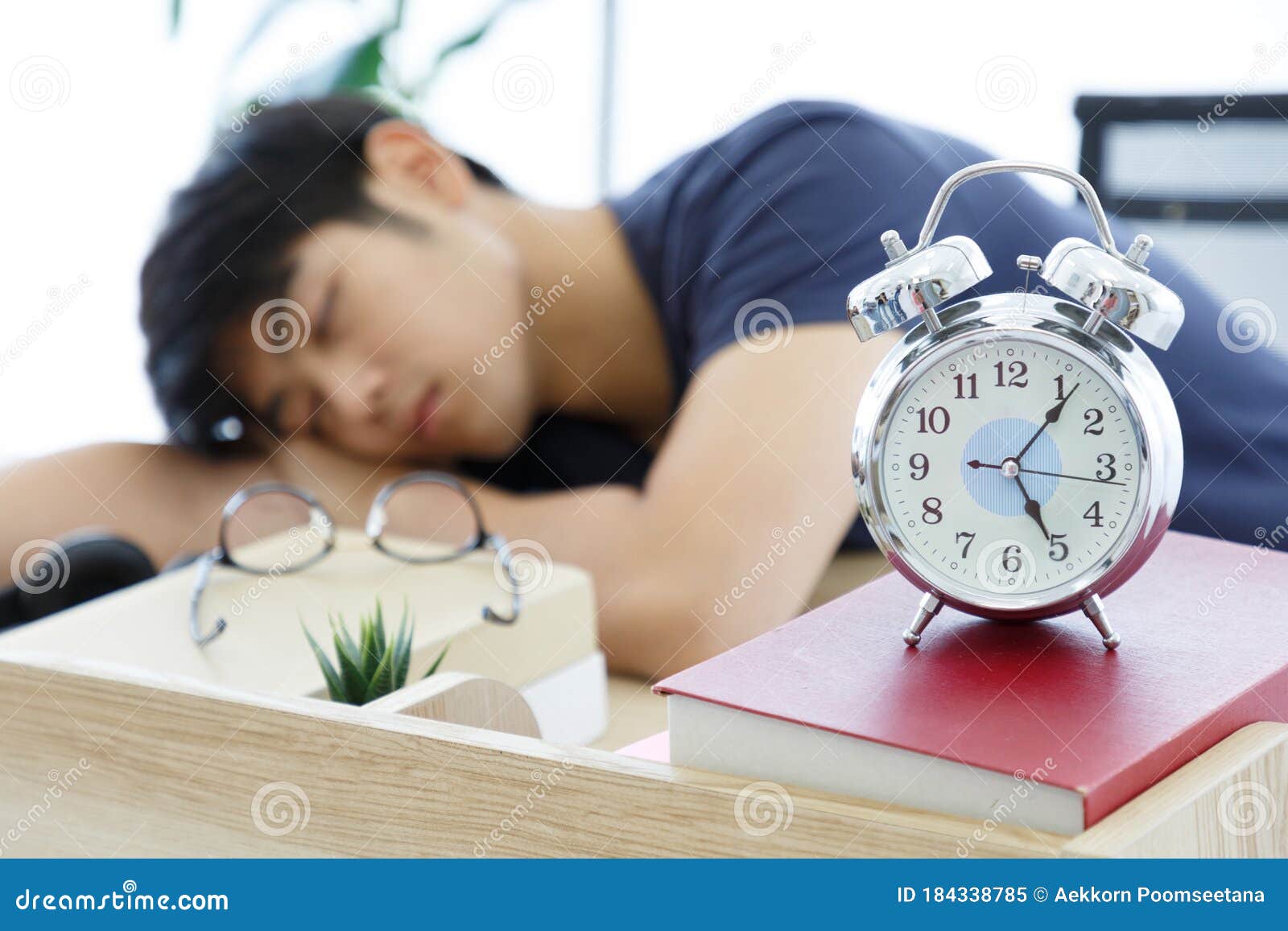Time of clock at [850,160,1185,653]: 5:06
